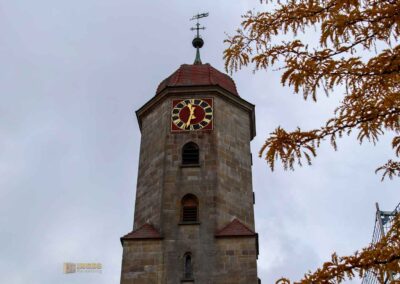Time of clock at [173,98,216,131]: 11:32
